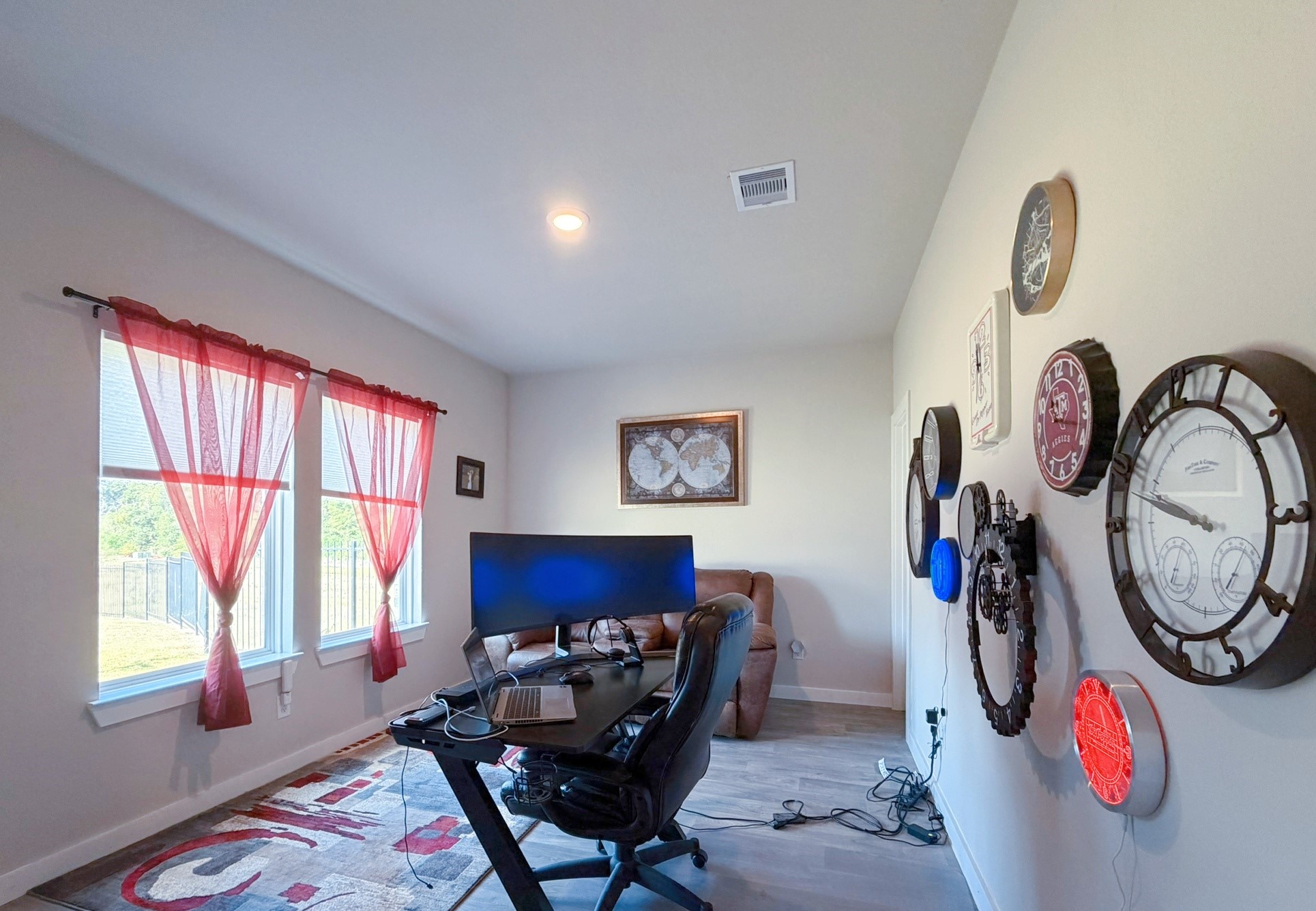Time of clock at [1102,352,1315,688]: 9:47
